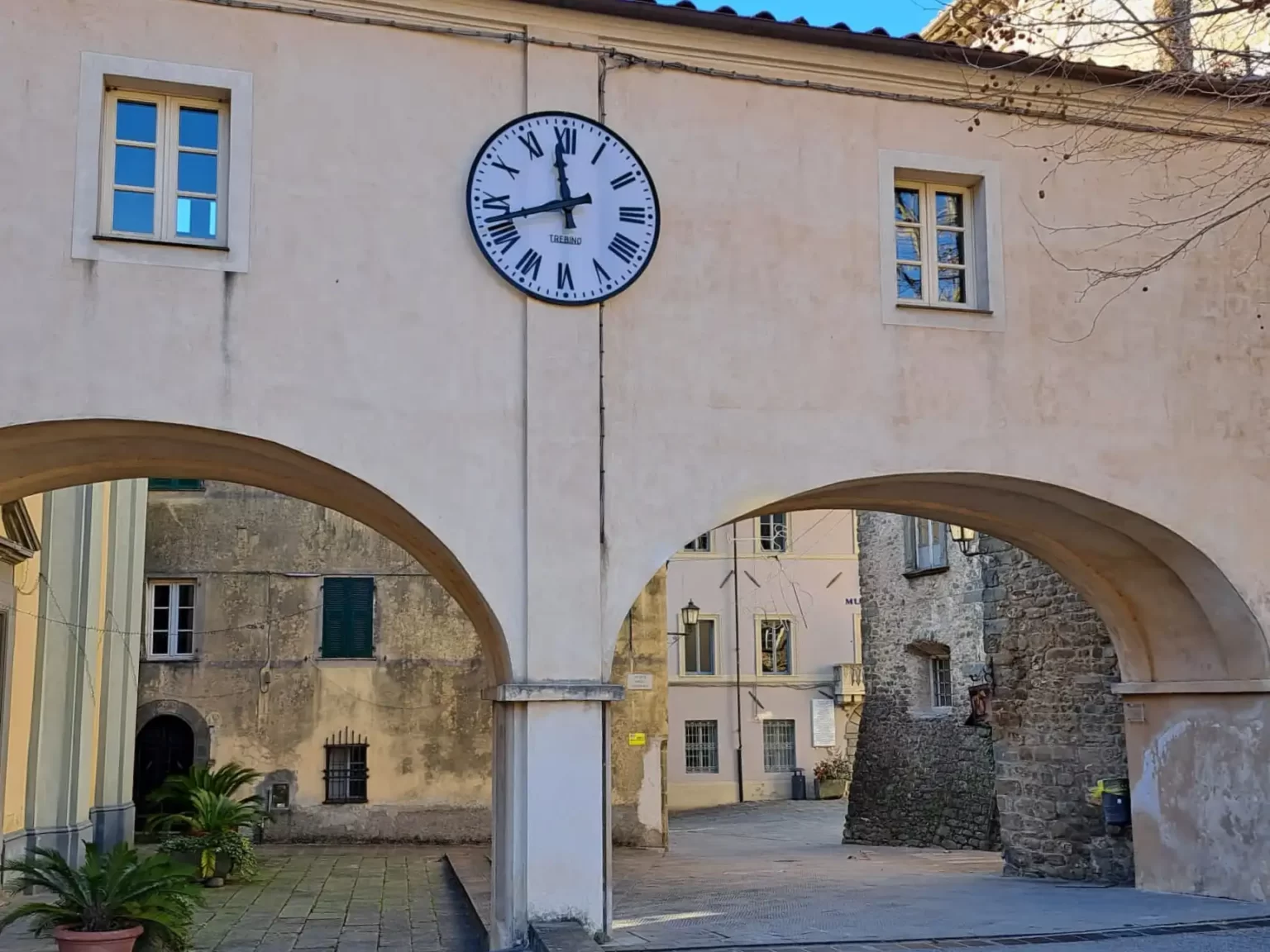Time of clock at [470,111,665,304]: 11:42
